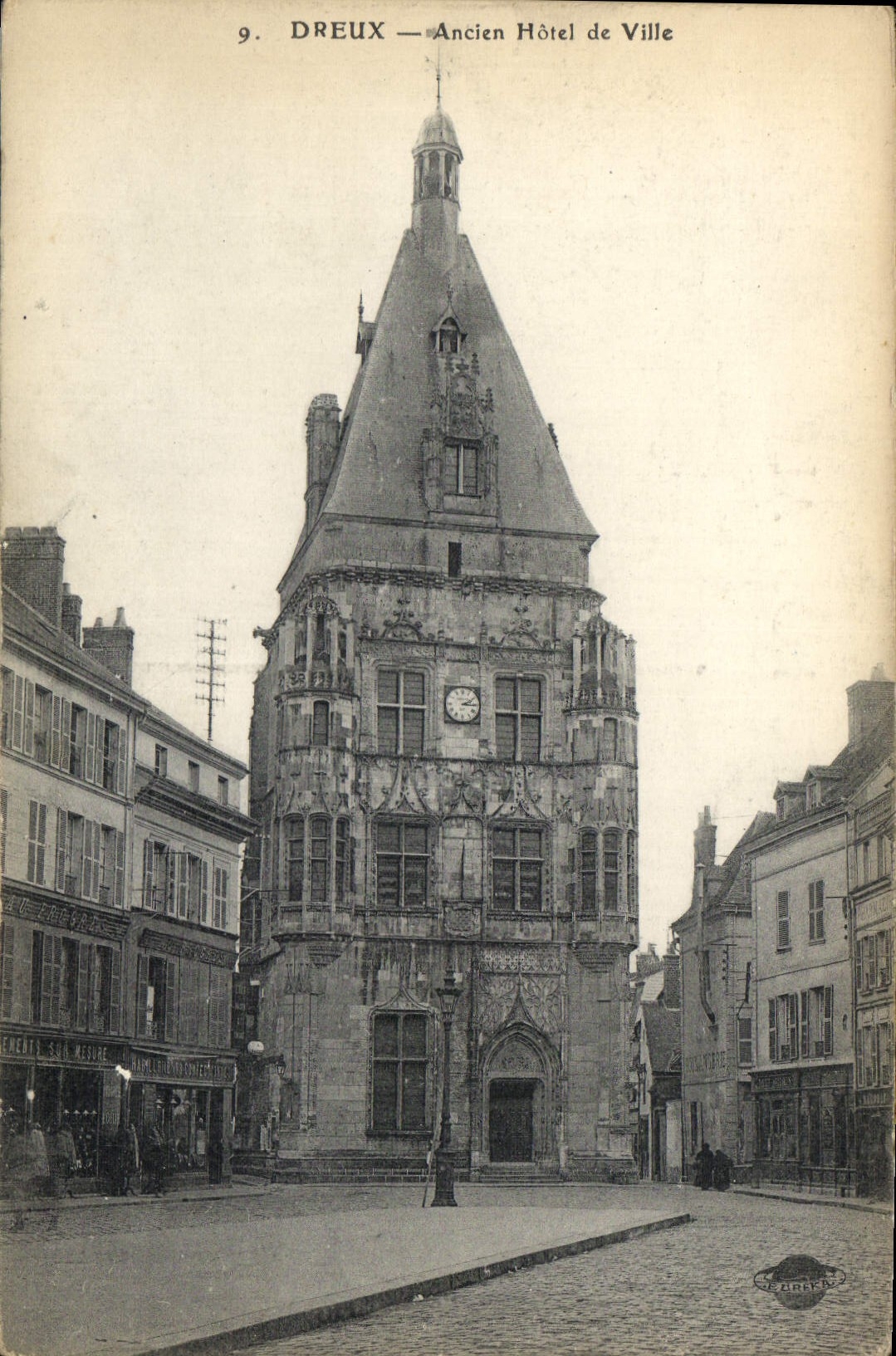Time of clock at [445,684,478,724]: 2:15
